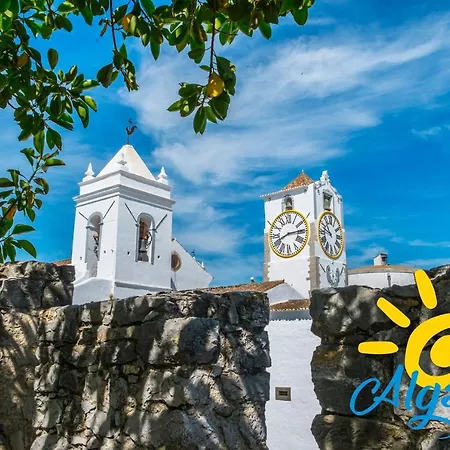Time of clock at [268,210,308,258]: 8:14
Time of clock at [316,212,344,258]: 10:47
